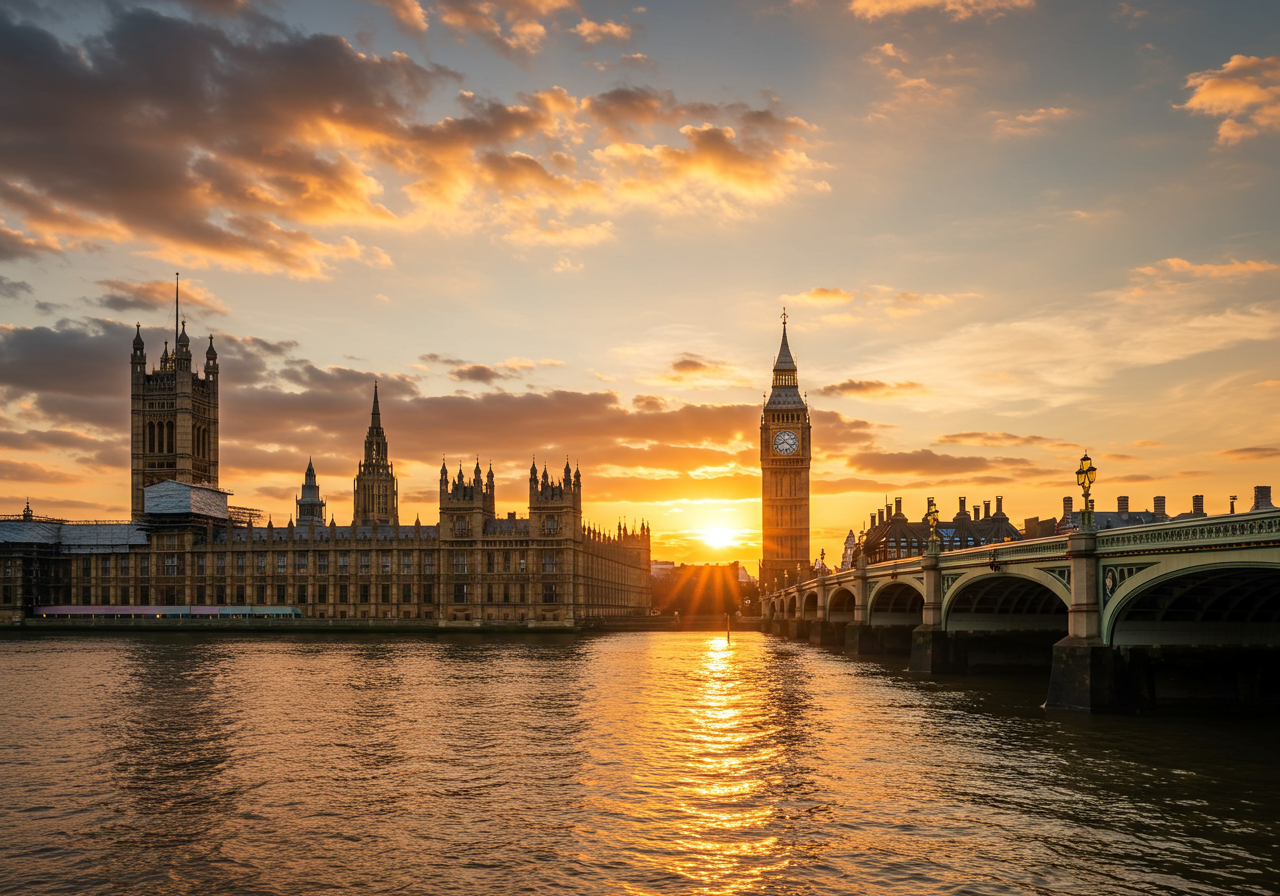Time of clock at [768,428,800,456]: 8:21
